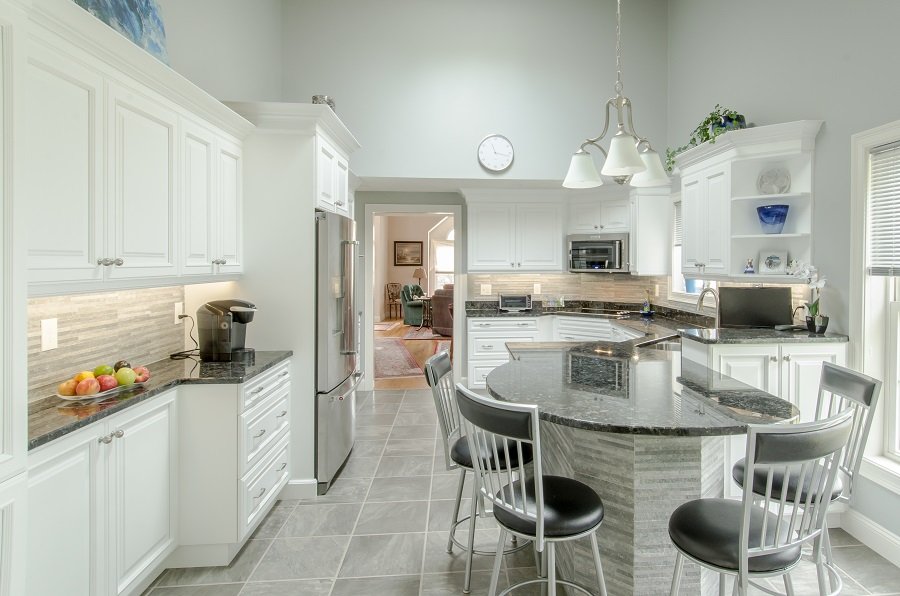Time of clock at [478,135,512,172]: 11:17
